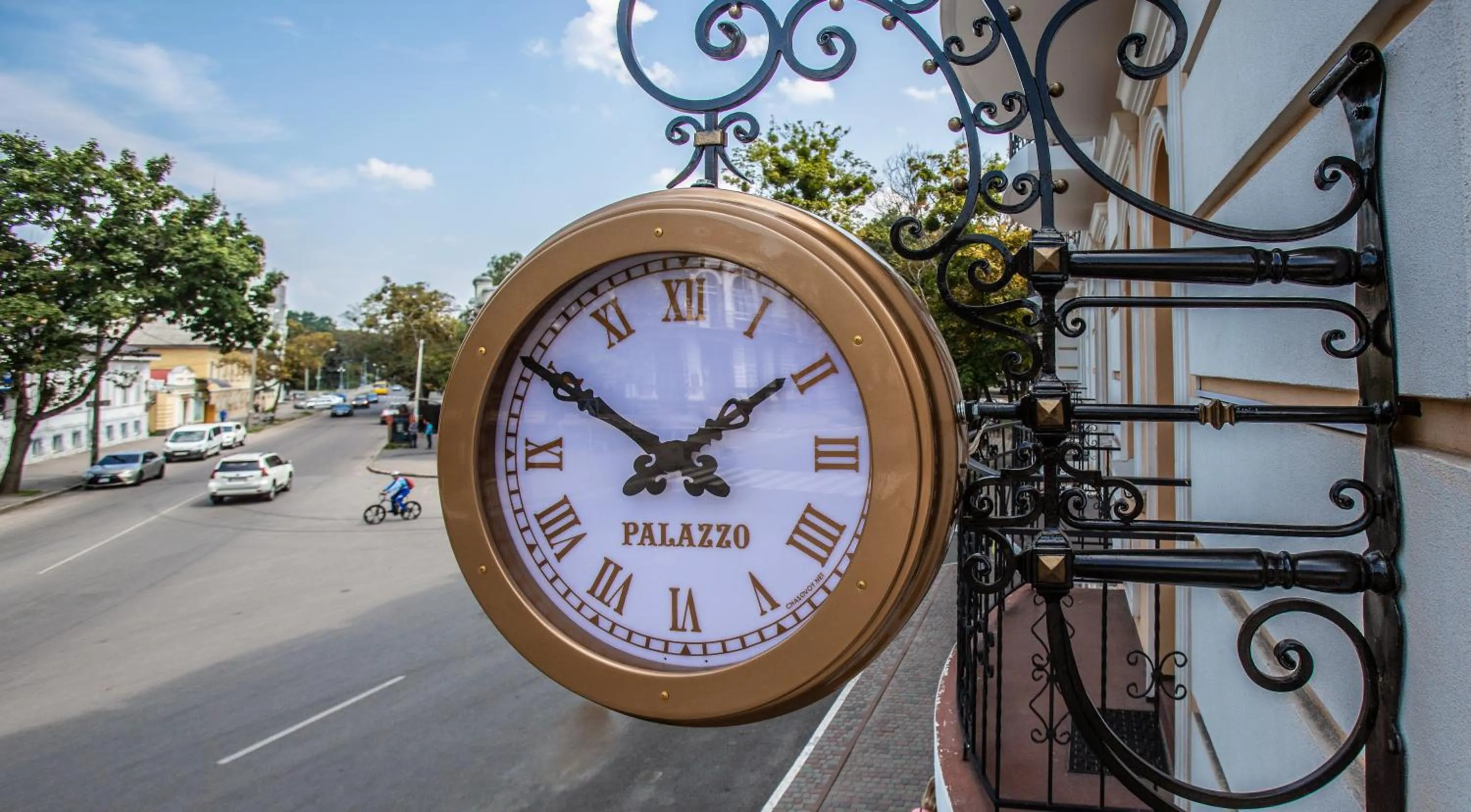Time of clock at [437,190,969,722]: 1:50
